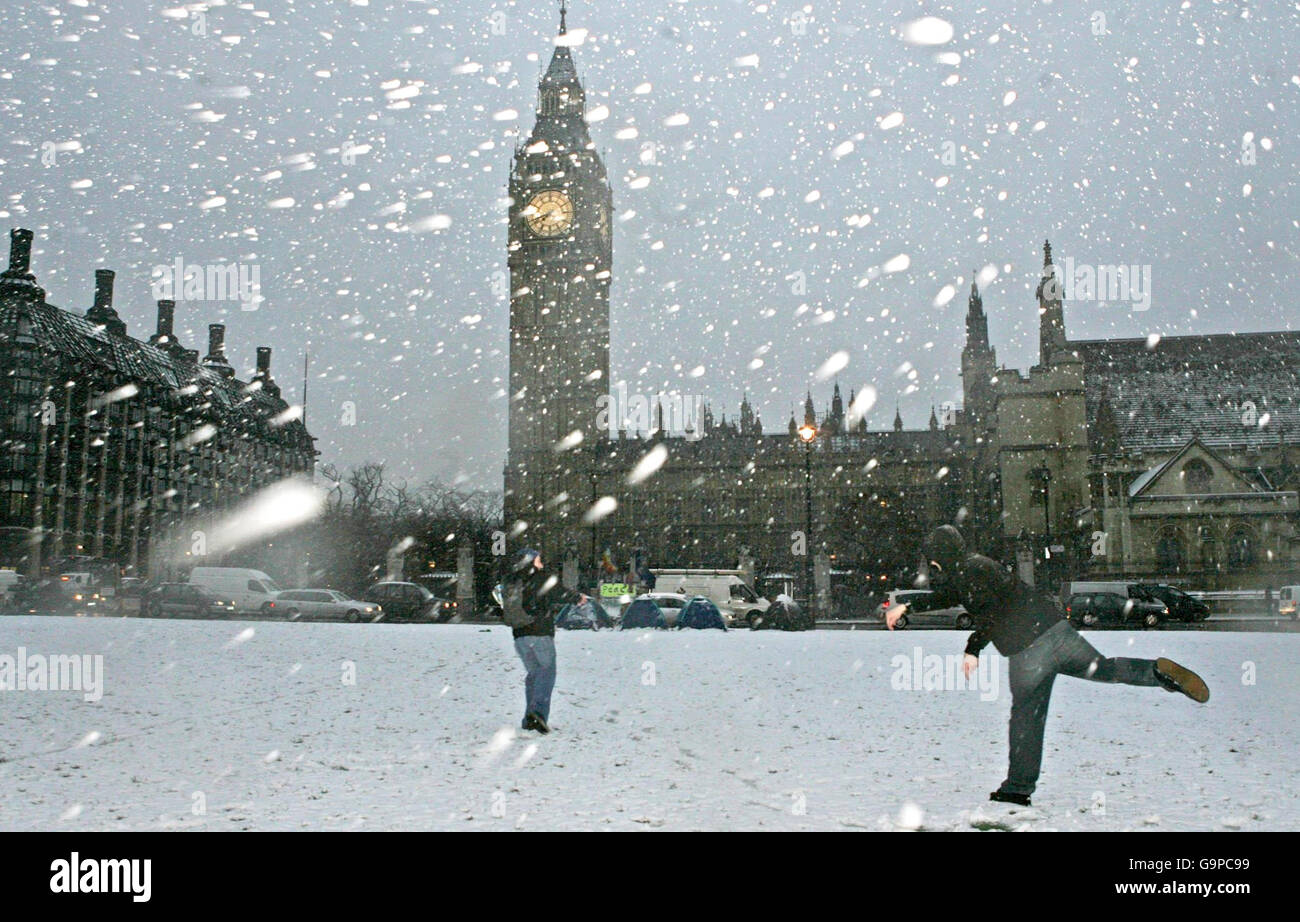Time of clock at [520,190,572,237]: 7:41
